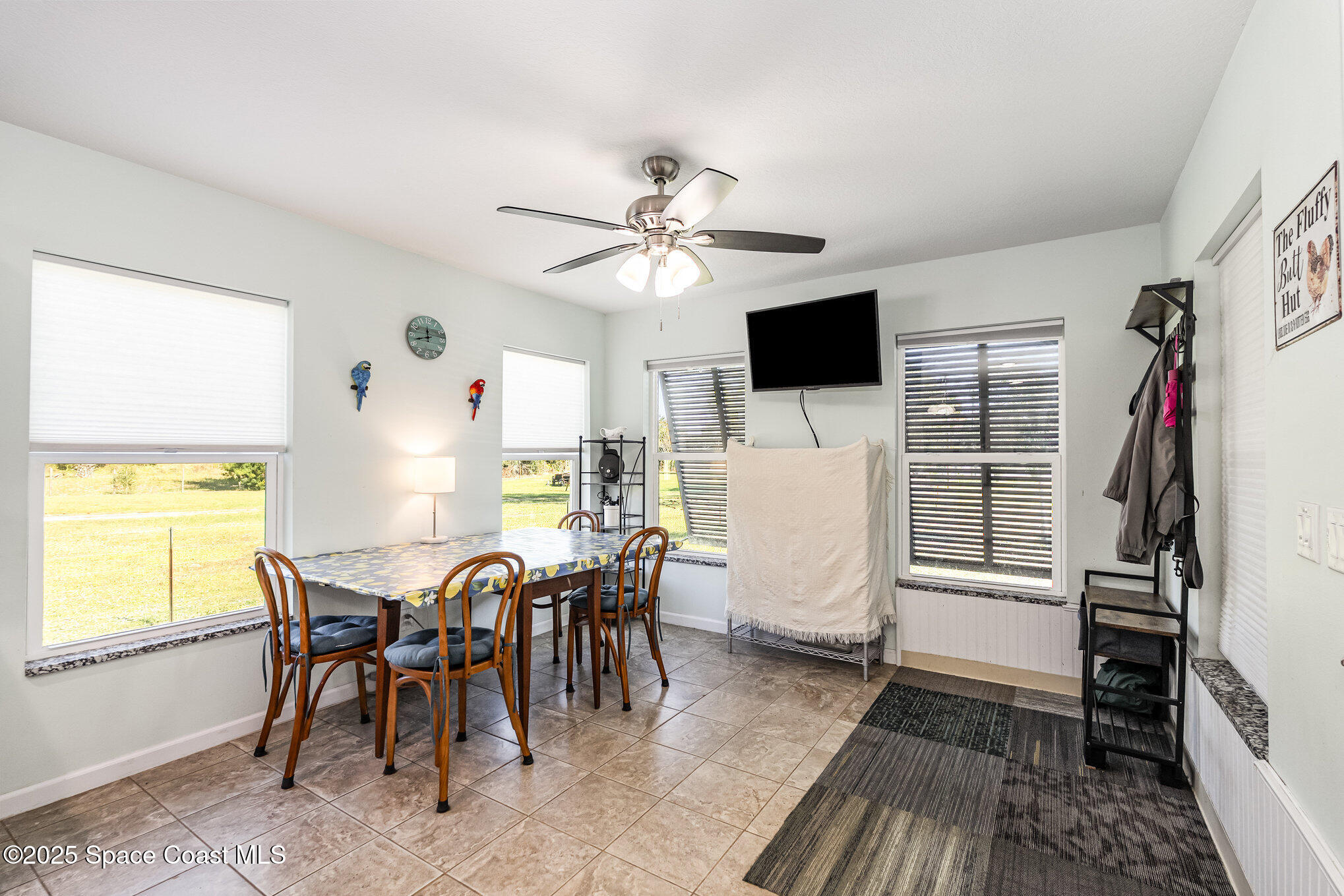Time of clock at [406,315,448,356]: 11:42
